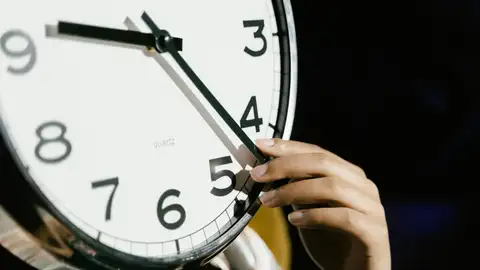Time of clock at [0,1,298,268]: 9:22
